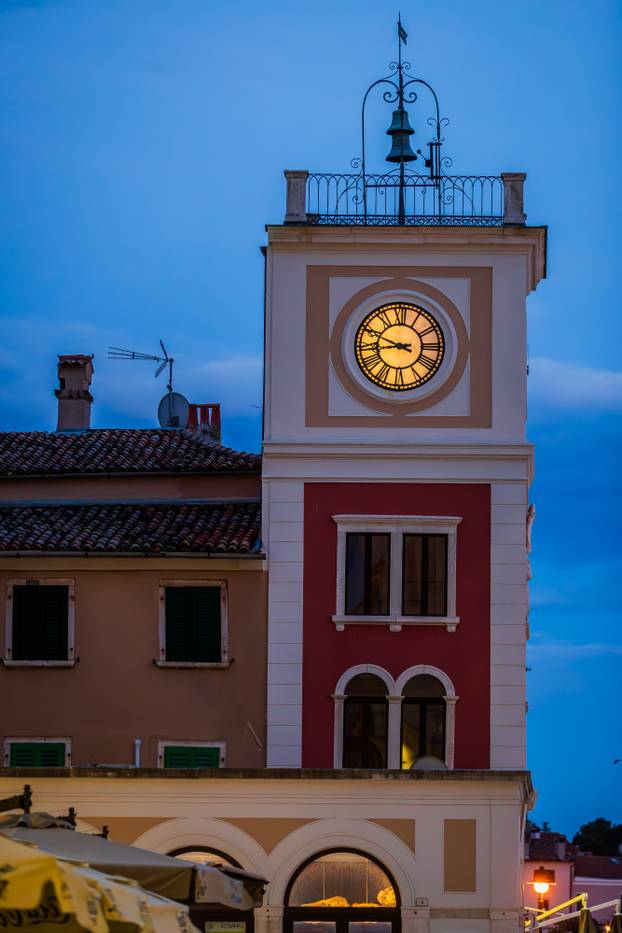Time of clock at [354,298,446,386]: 8:49
